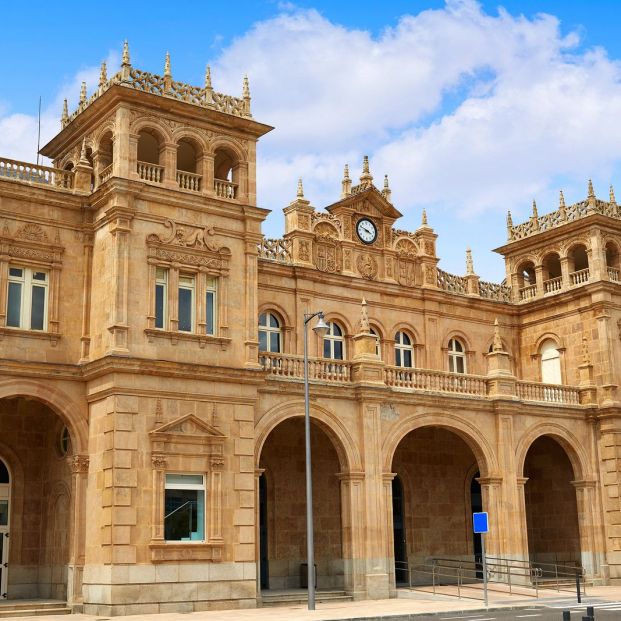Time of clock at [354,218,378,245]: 3:48
